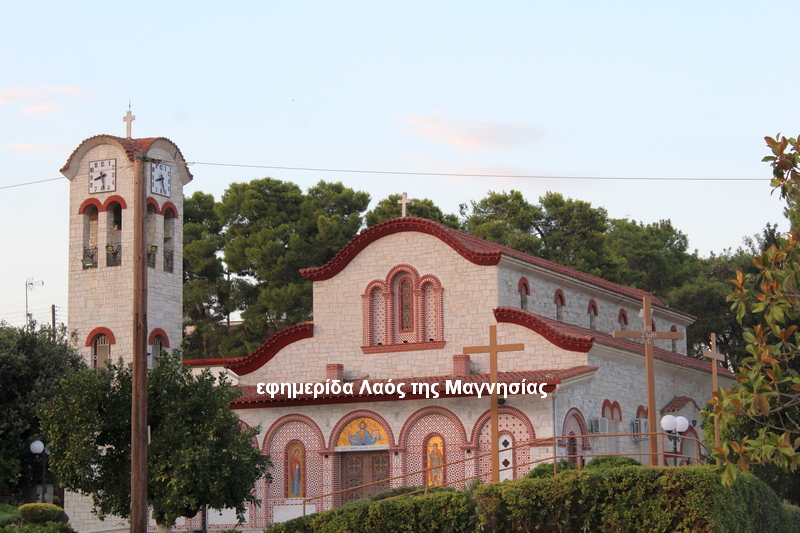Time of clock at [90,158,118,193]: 8:28
